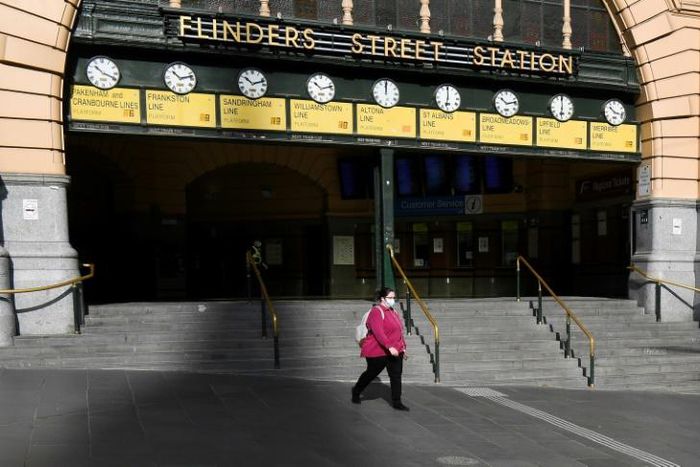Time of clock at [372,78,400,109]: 12:00
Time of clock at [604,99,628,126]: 10:17
